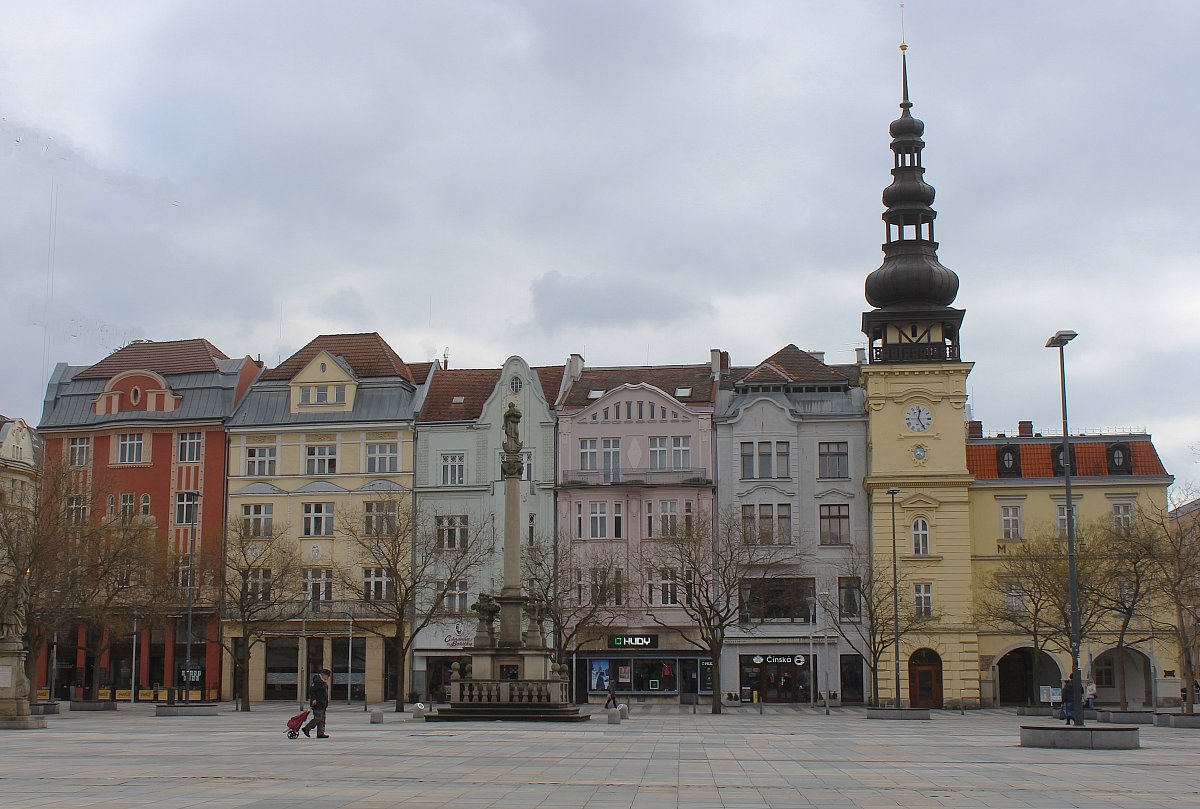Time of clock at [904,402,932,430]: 12:24
